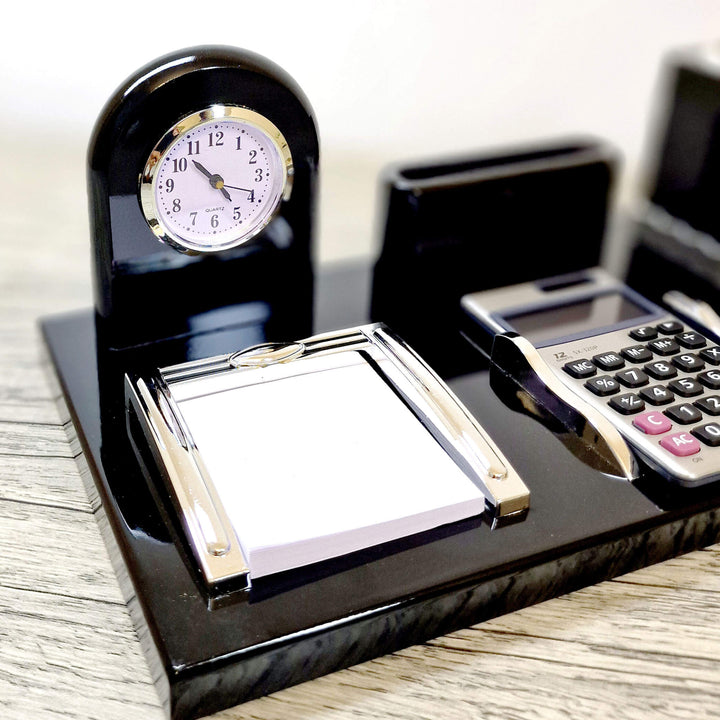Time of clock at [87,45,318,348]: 10:23
